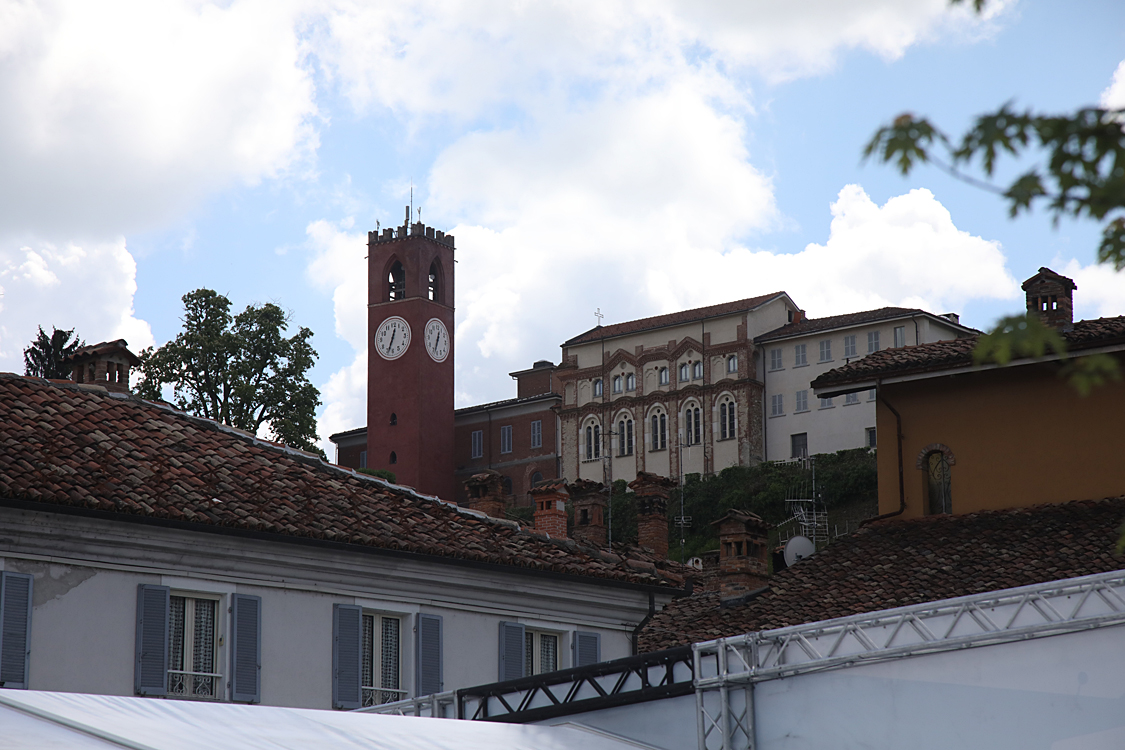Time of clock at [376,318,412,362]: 12:33
